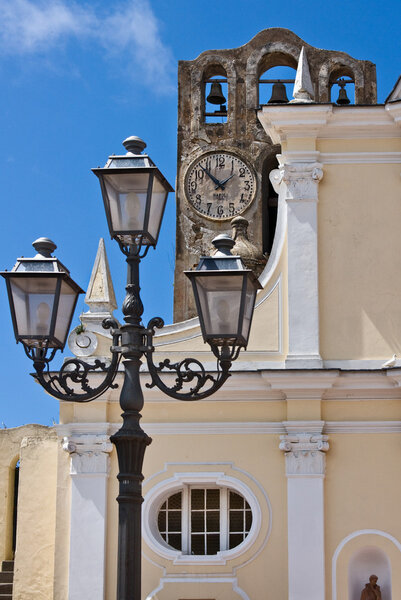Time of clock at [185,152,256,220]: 1:53
